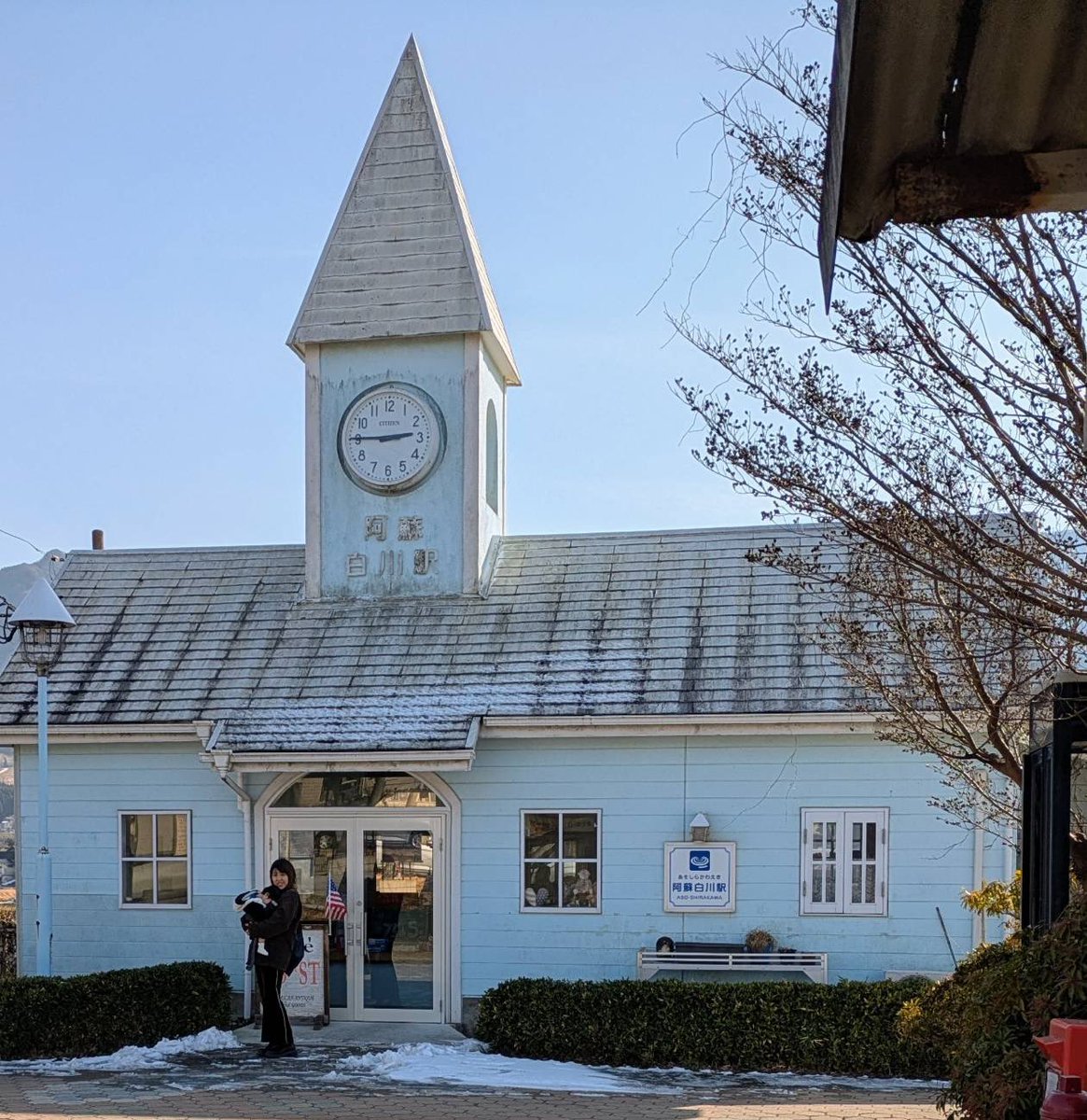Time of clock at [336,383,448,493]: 2:45
